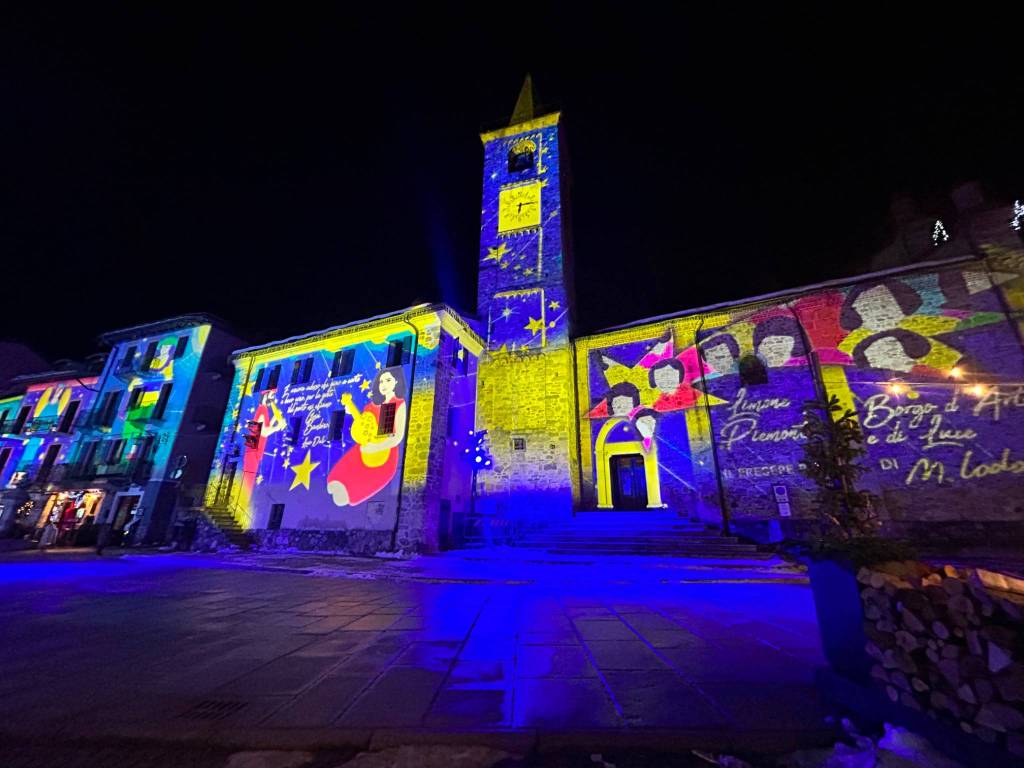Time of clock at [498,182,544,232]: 6:15
